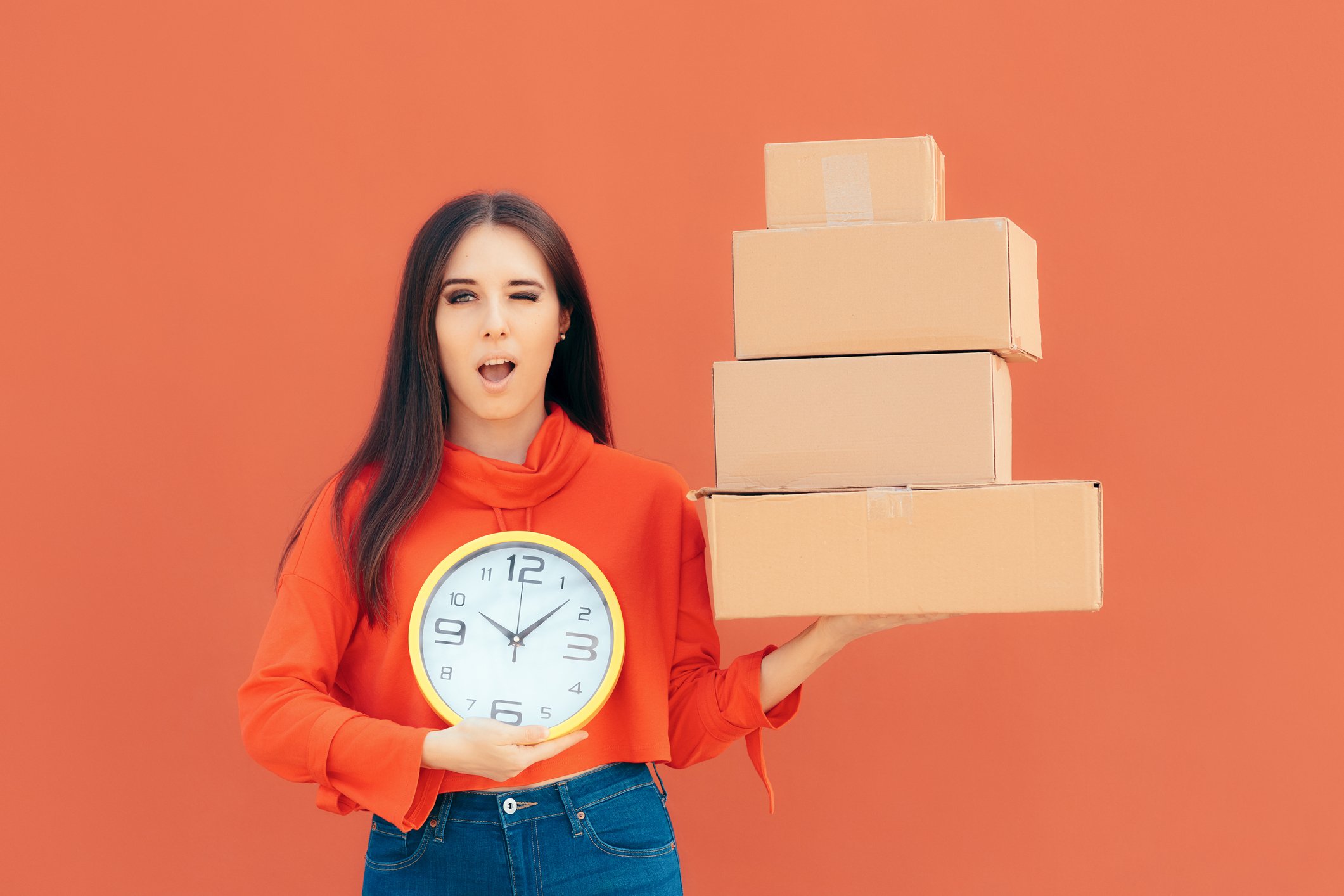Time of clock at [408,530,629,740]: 10:07
